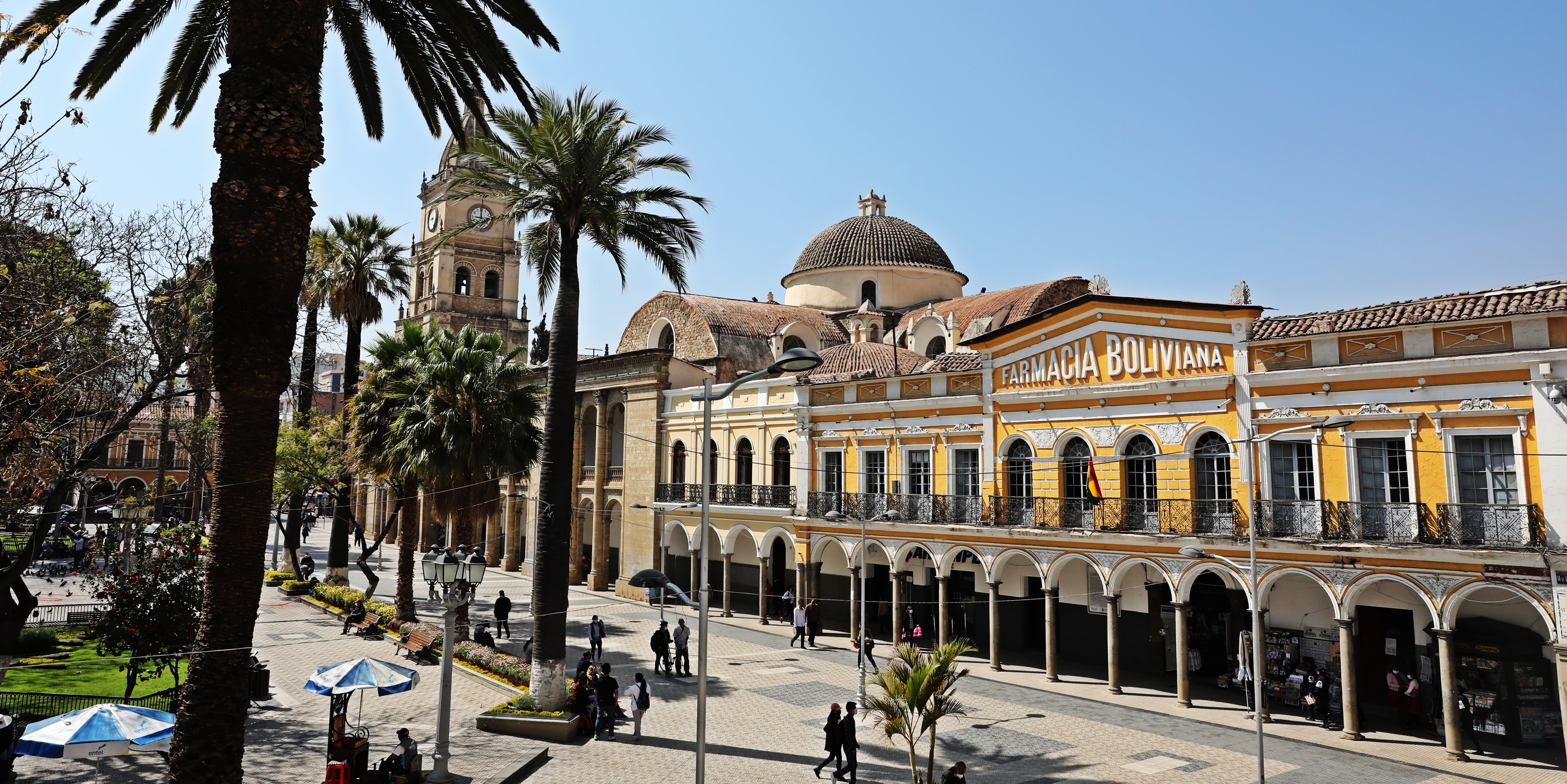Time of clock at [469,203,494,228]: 8:59
